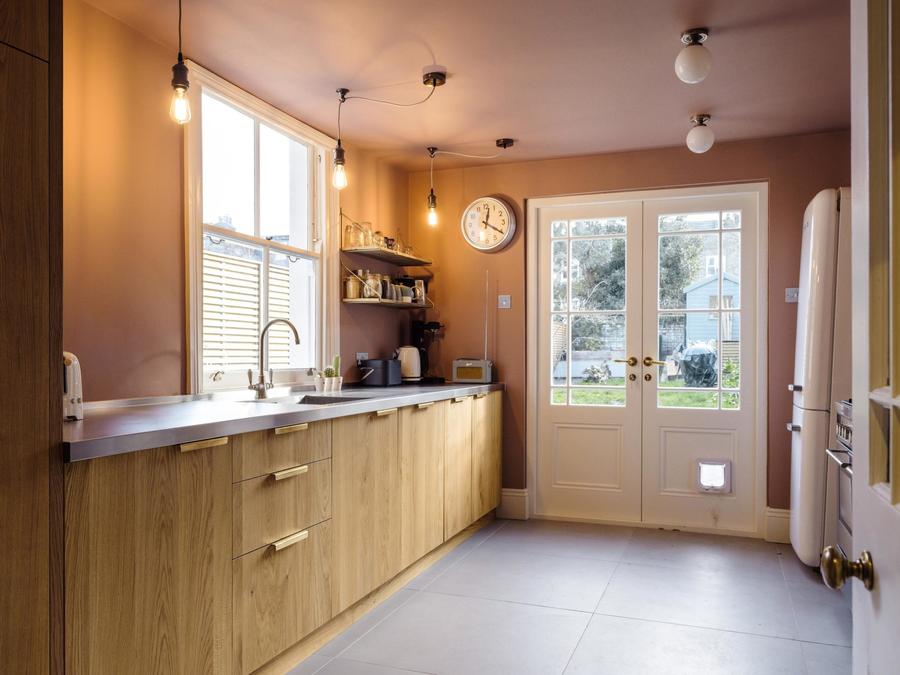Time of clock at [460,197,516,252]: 12:20
